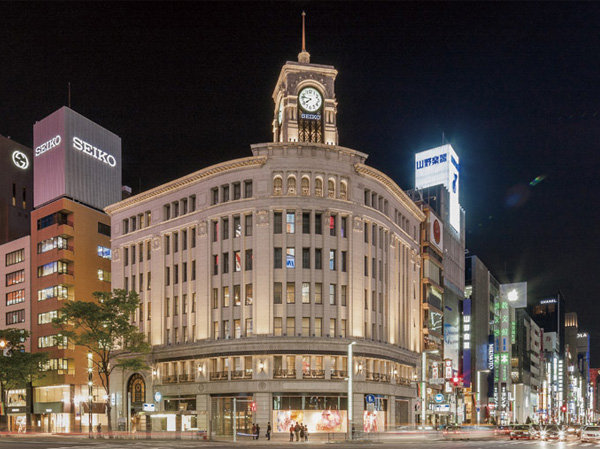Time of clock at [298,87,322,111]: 7:46
